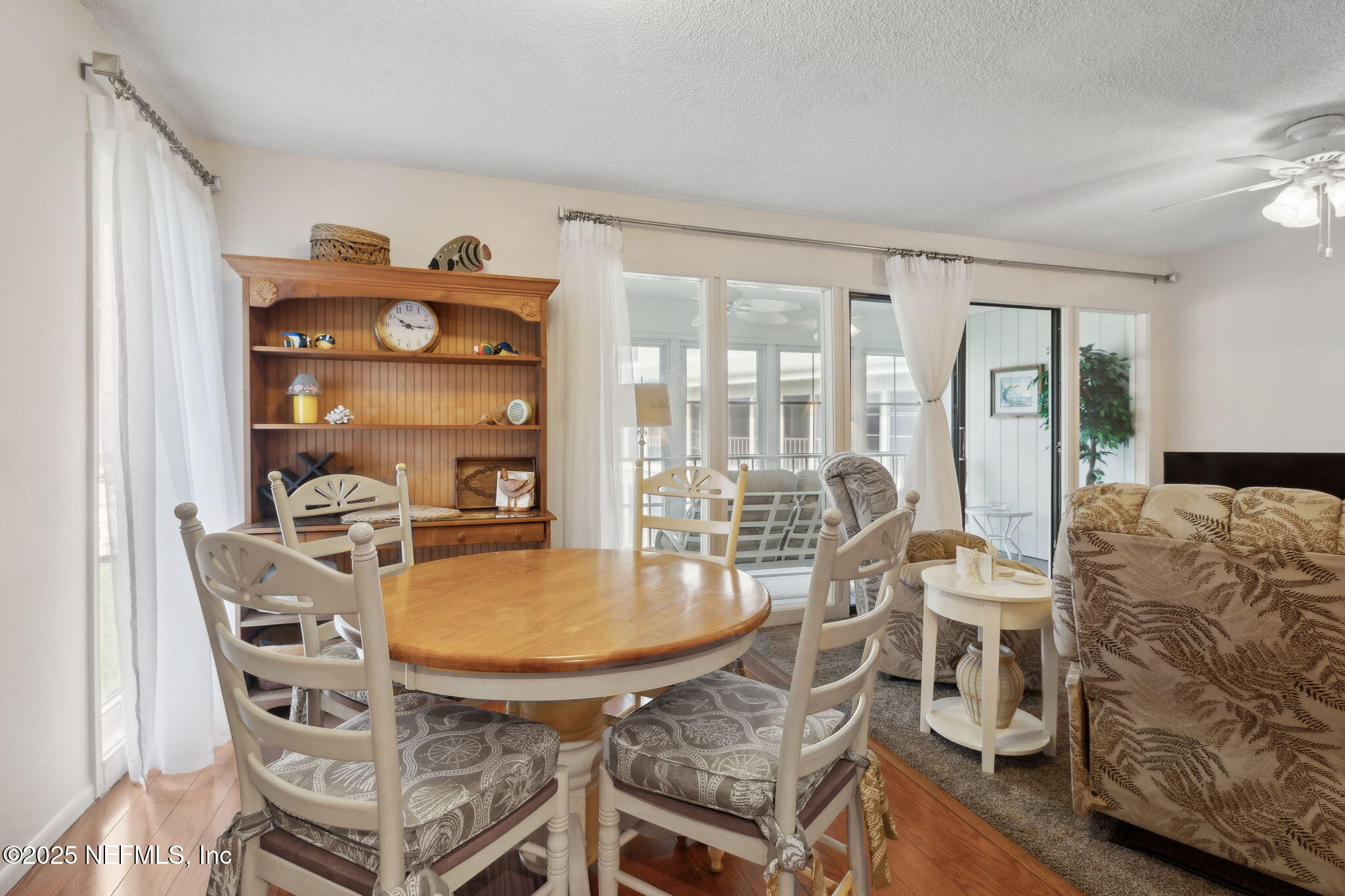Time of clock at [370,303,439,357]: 10:15
